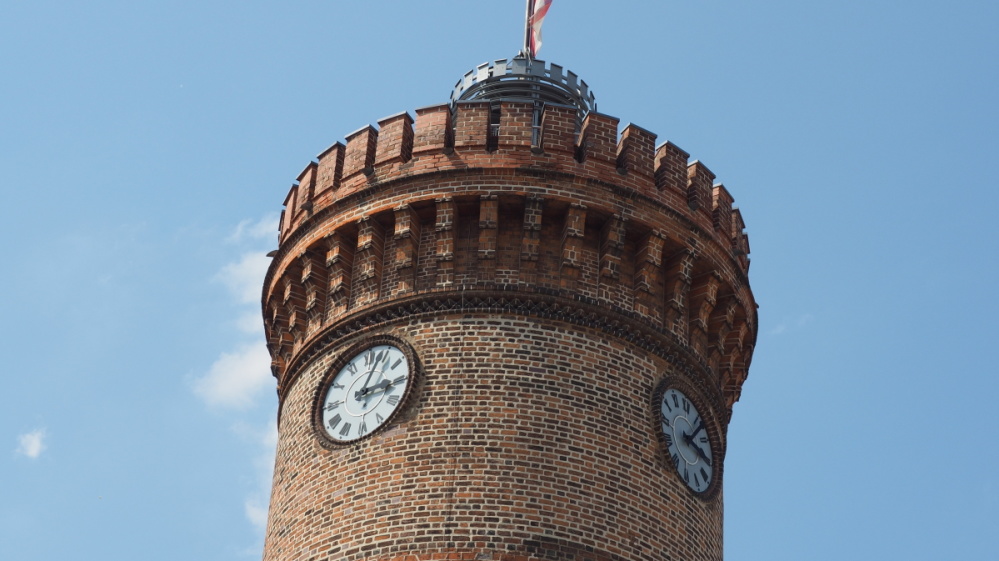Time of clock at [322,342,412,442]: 3:04
